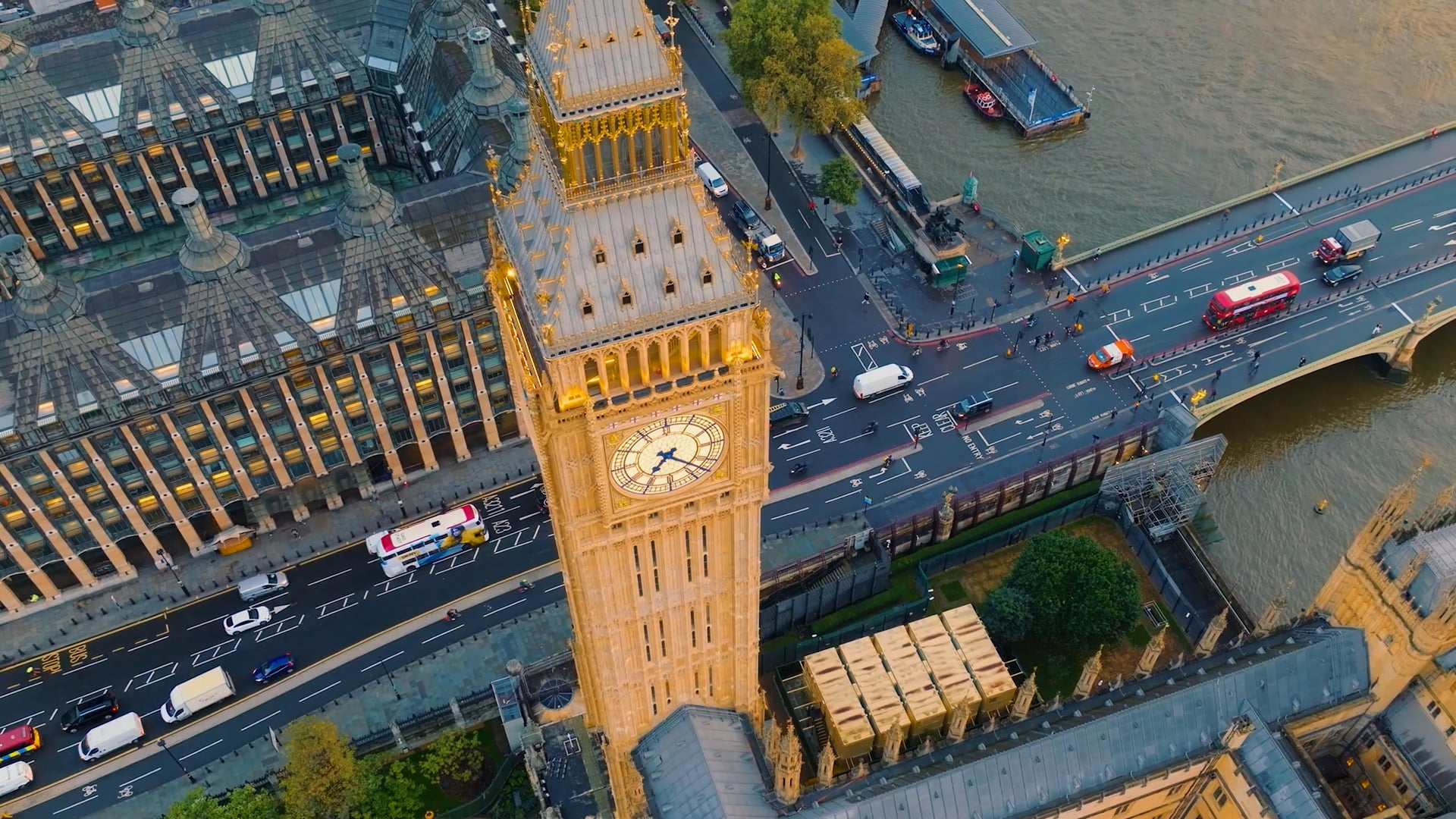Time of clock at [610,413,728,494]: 7:22
